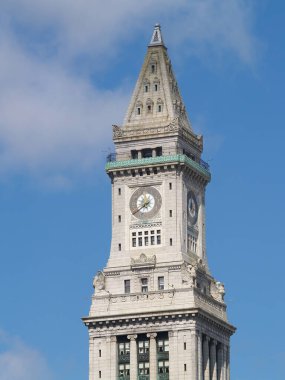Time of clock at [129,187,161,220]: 7:38
